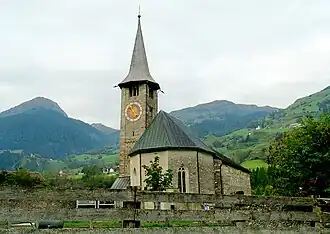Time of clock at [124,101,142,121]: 4:52
